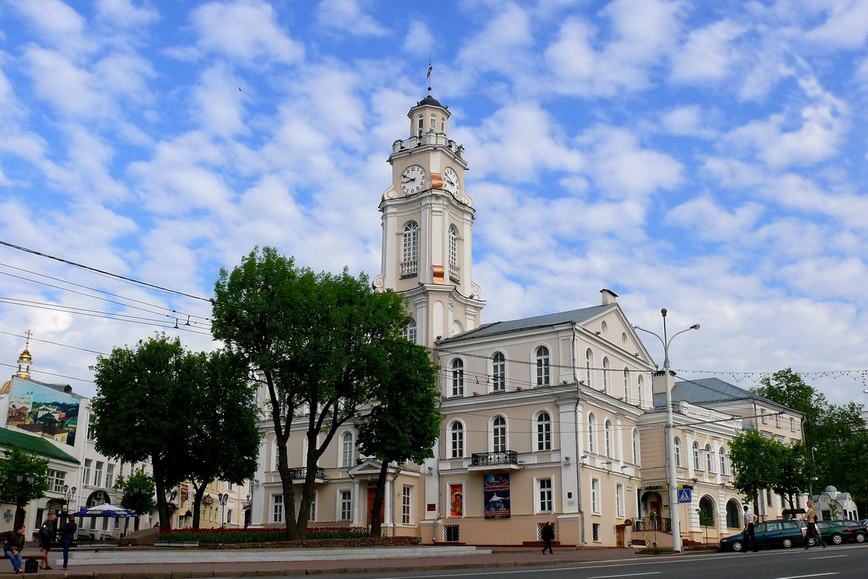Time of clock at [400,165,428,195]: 8:50
